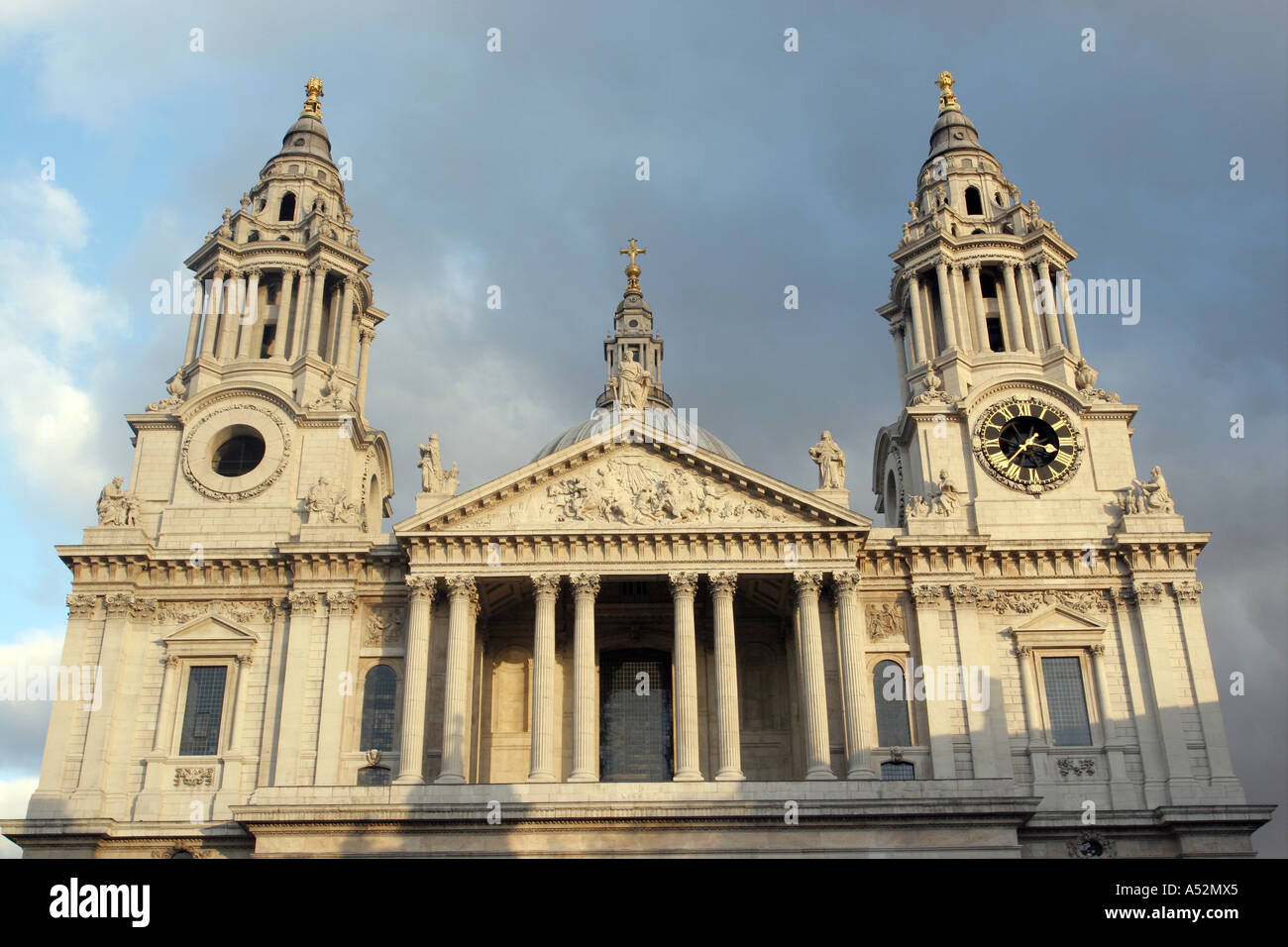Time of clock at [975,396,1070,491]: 3:36
